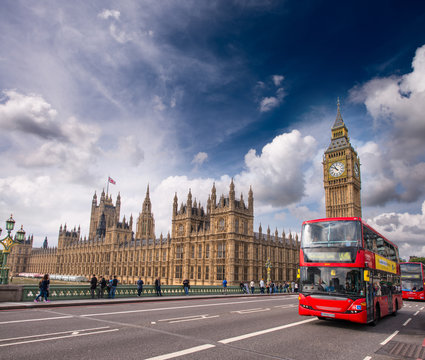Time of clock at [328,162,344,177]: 10:51
